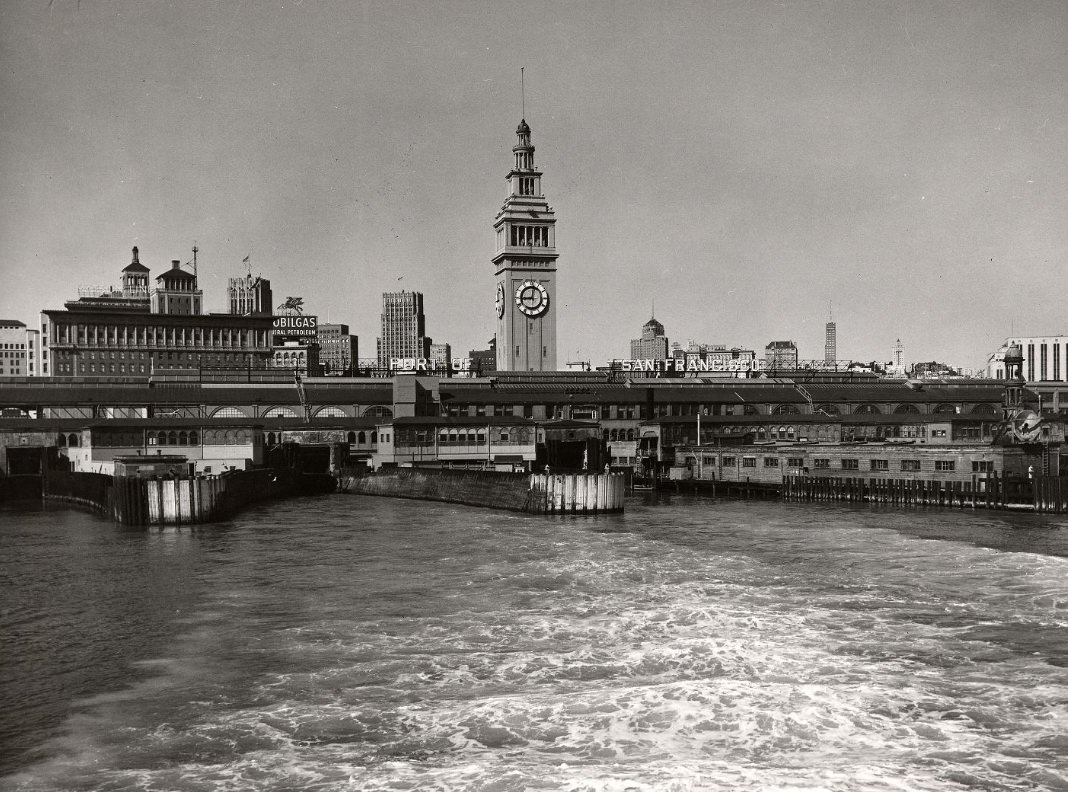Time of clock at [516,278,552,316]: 9:01
